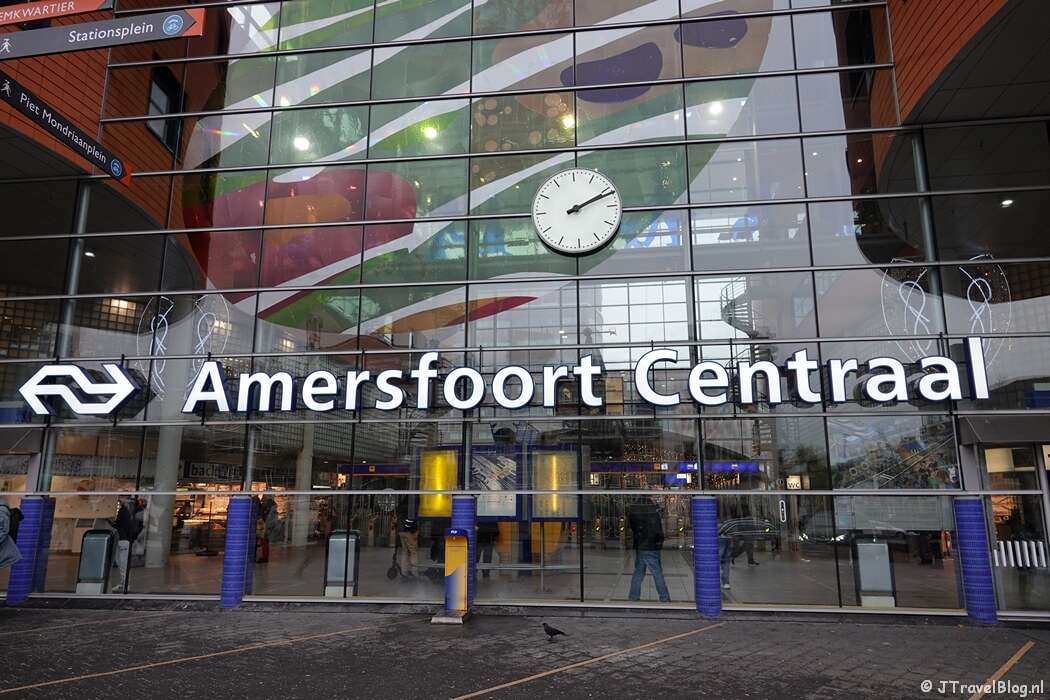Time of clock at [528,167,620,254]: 2:11
